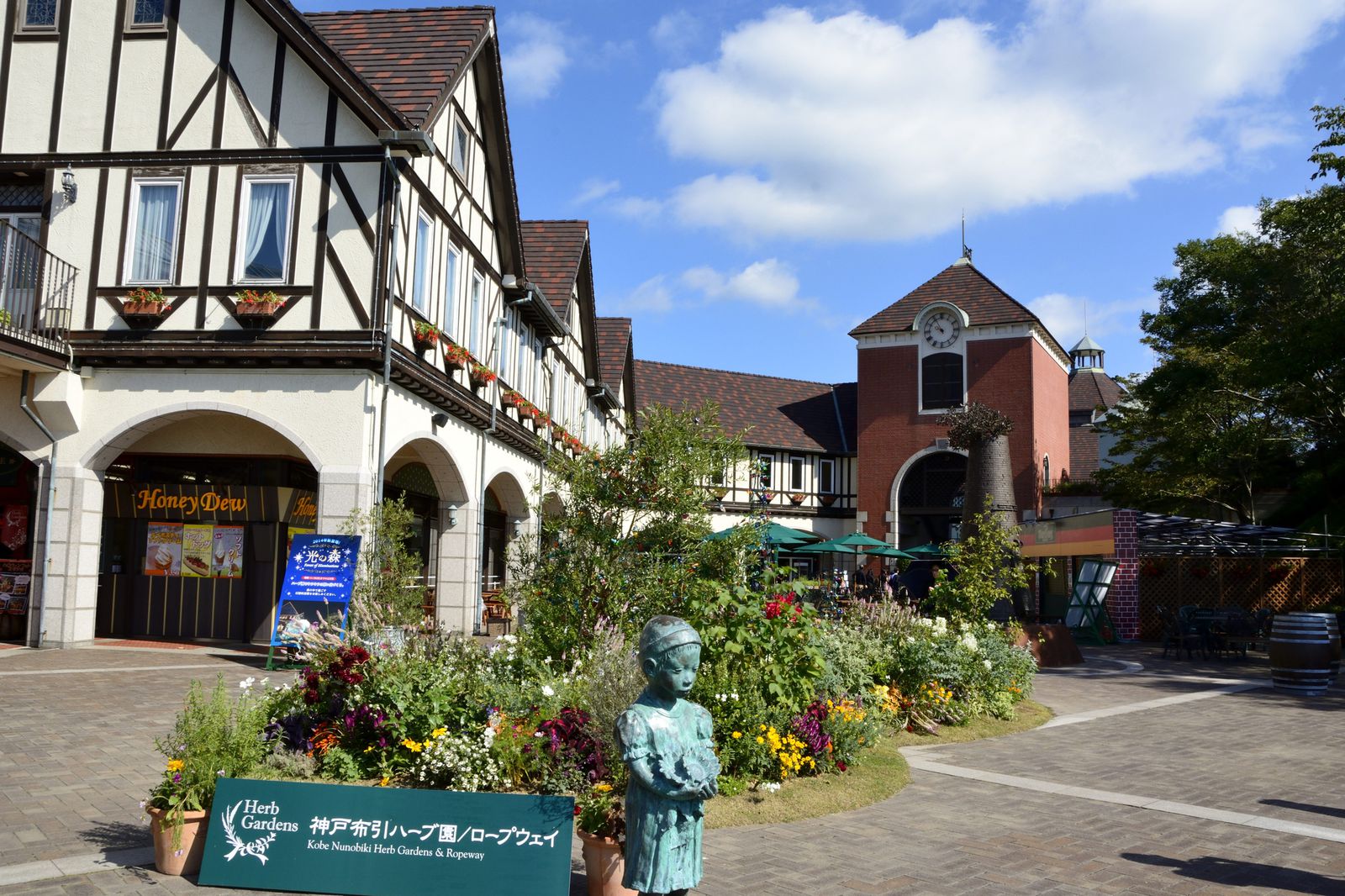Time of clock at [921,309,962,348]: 9:55
